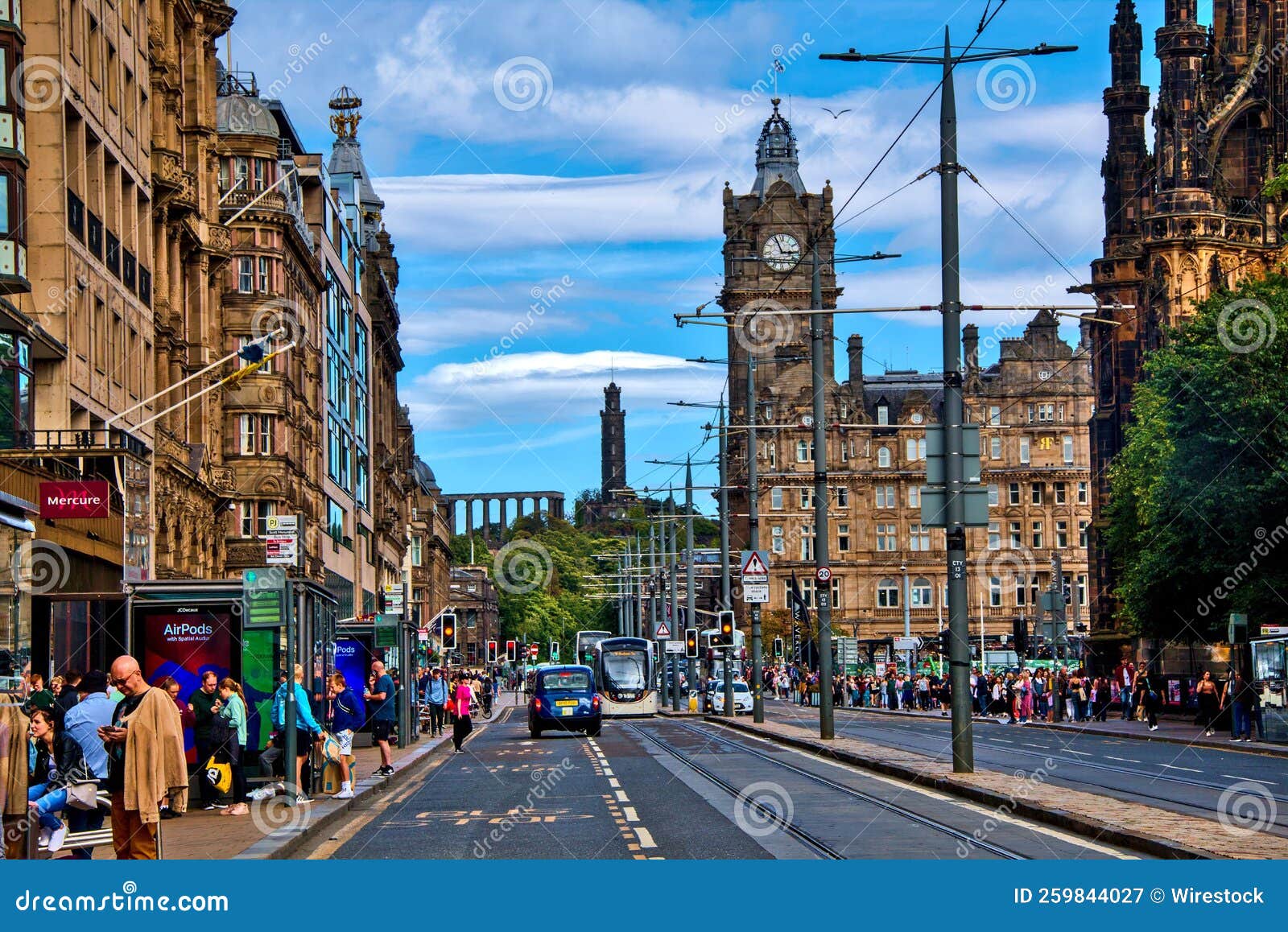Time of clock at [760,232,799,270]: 2:56
